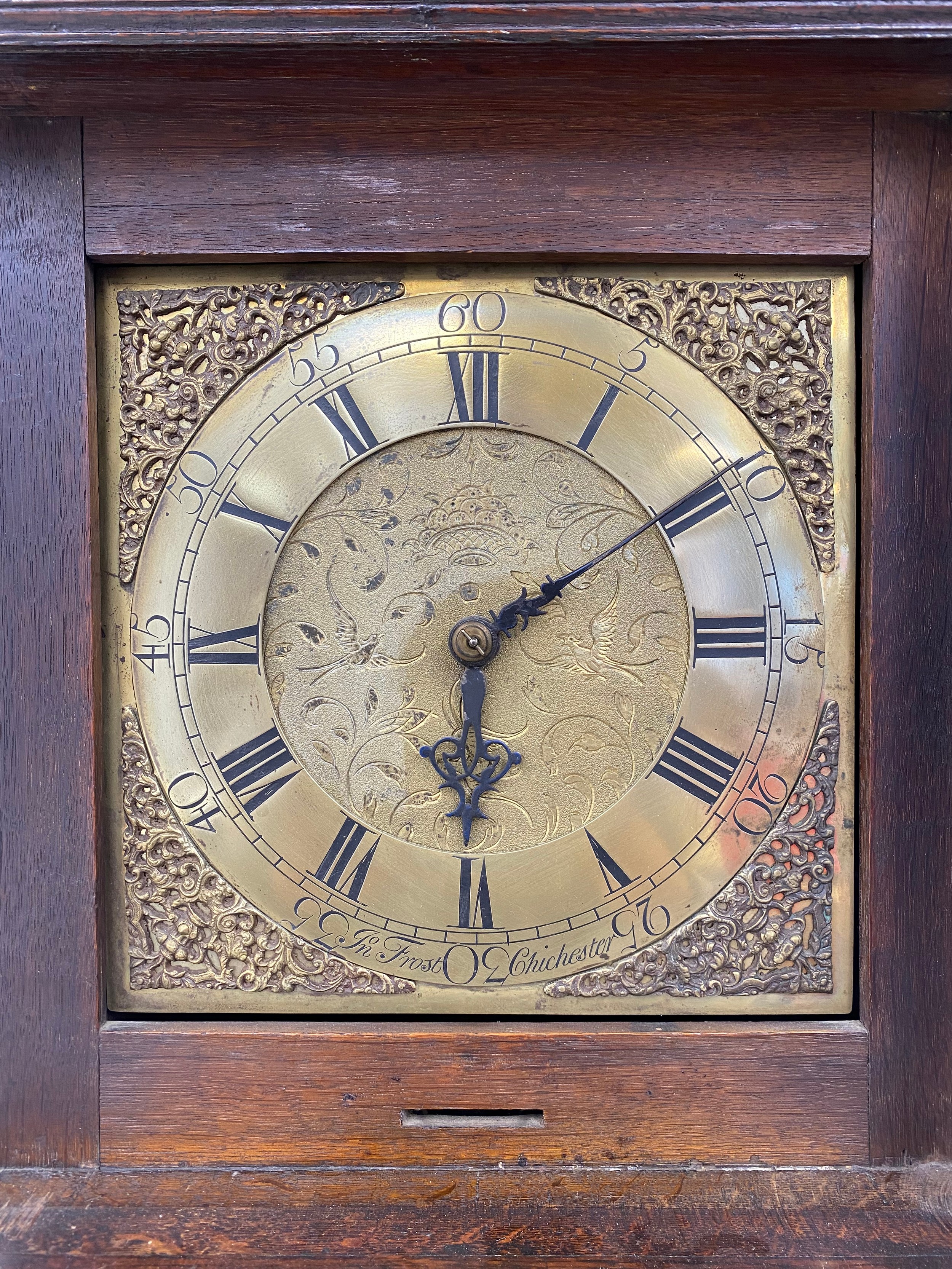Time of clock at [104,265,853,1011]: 6:09
